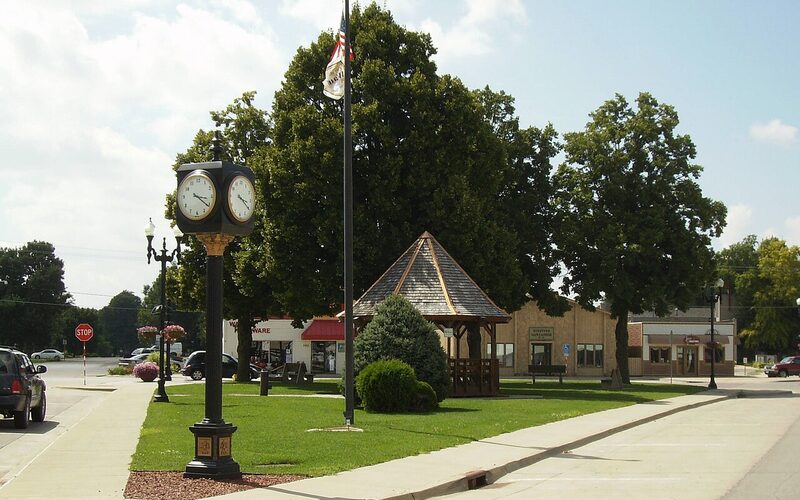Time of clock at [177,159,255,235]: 3:20
